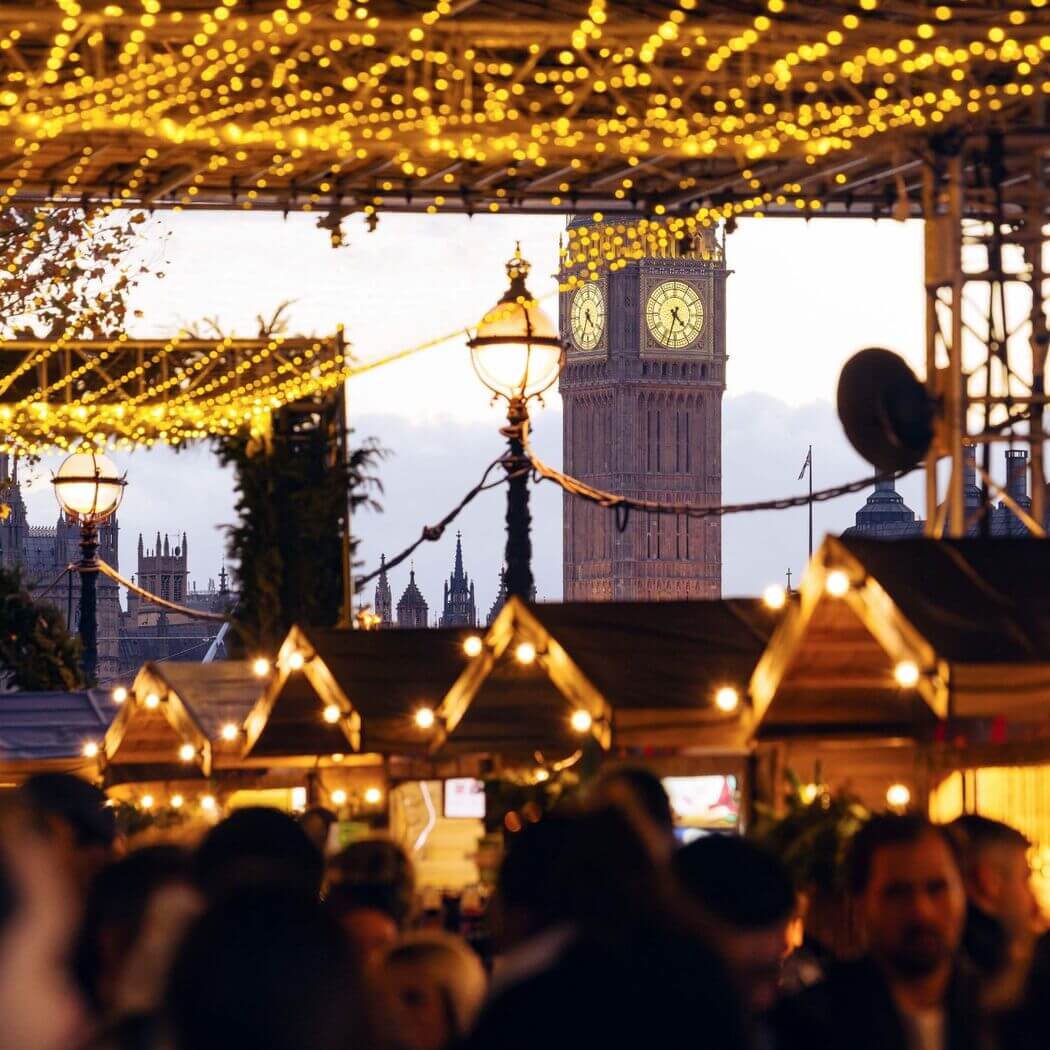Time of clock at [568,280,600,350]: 4:34
